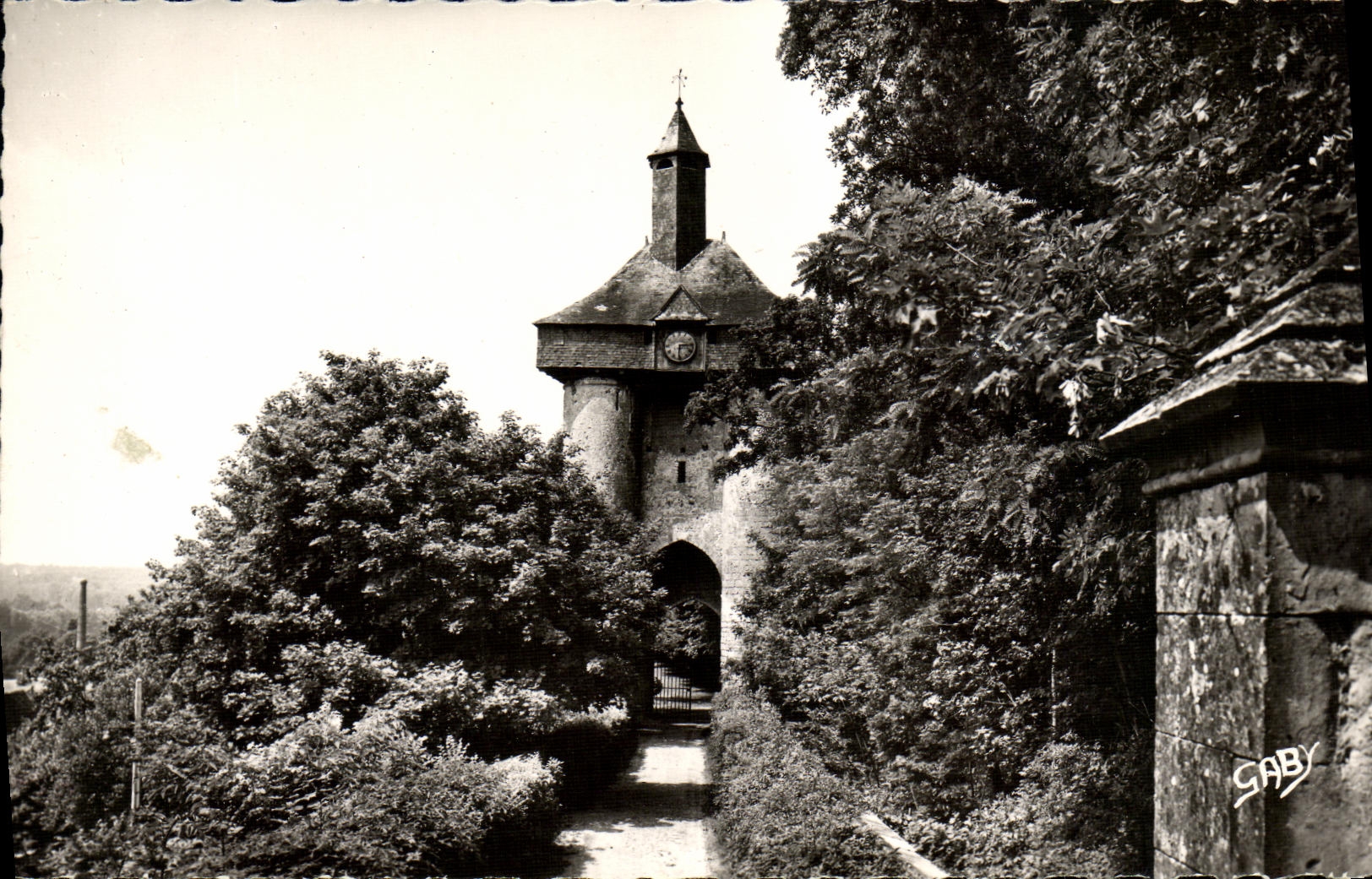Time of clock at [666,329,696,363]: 6:14
